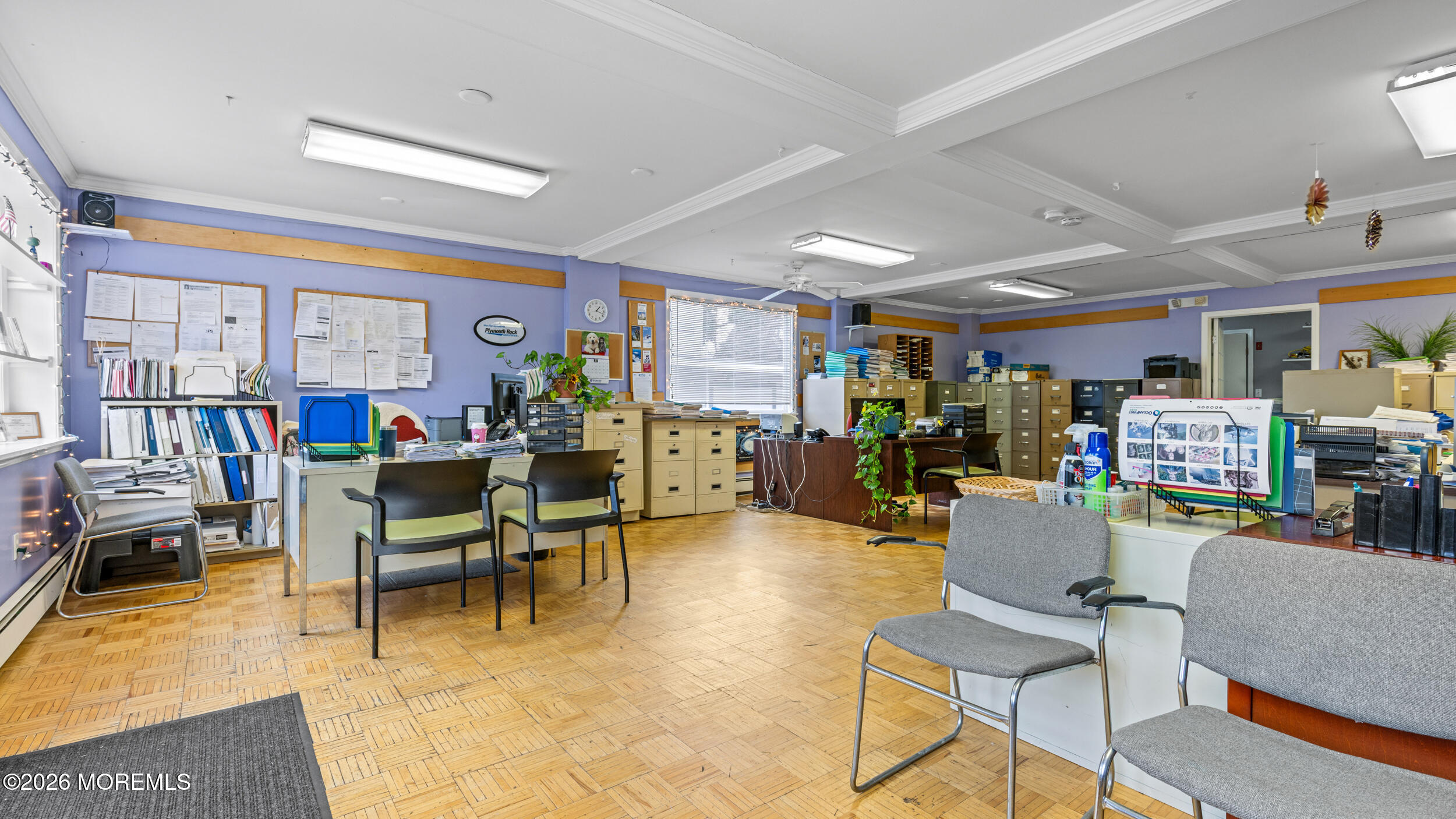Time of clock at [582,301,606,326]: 1:17
